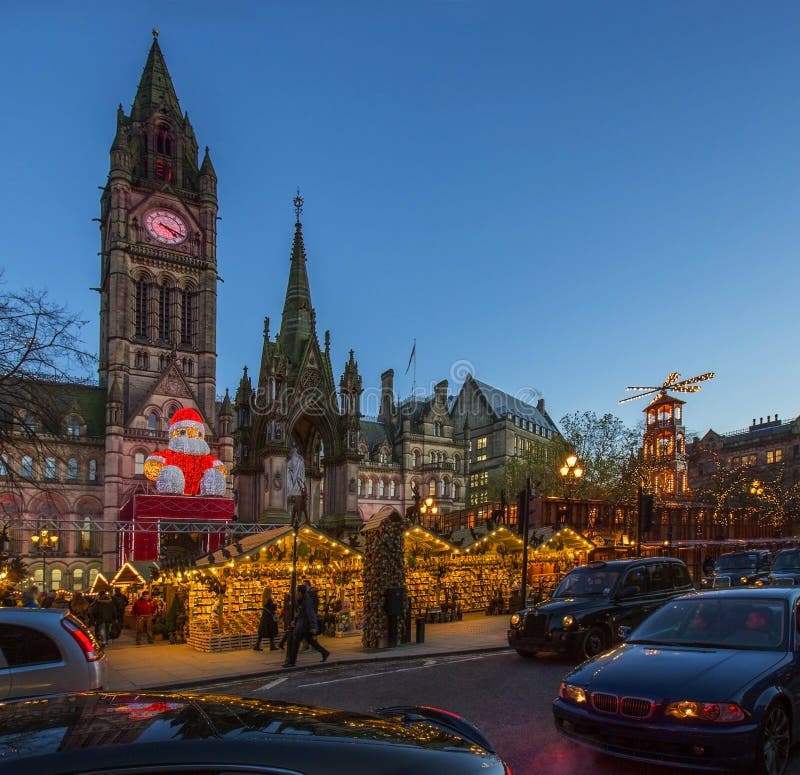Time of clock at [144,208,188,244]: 4:18
